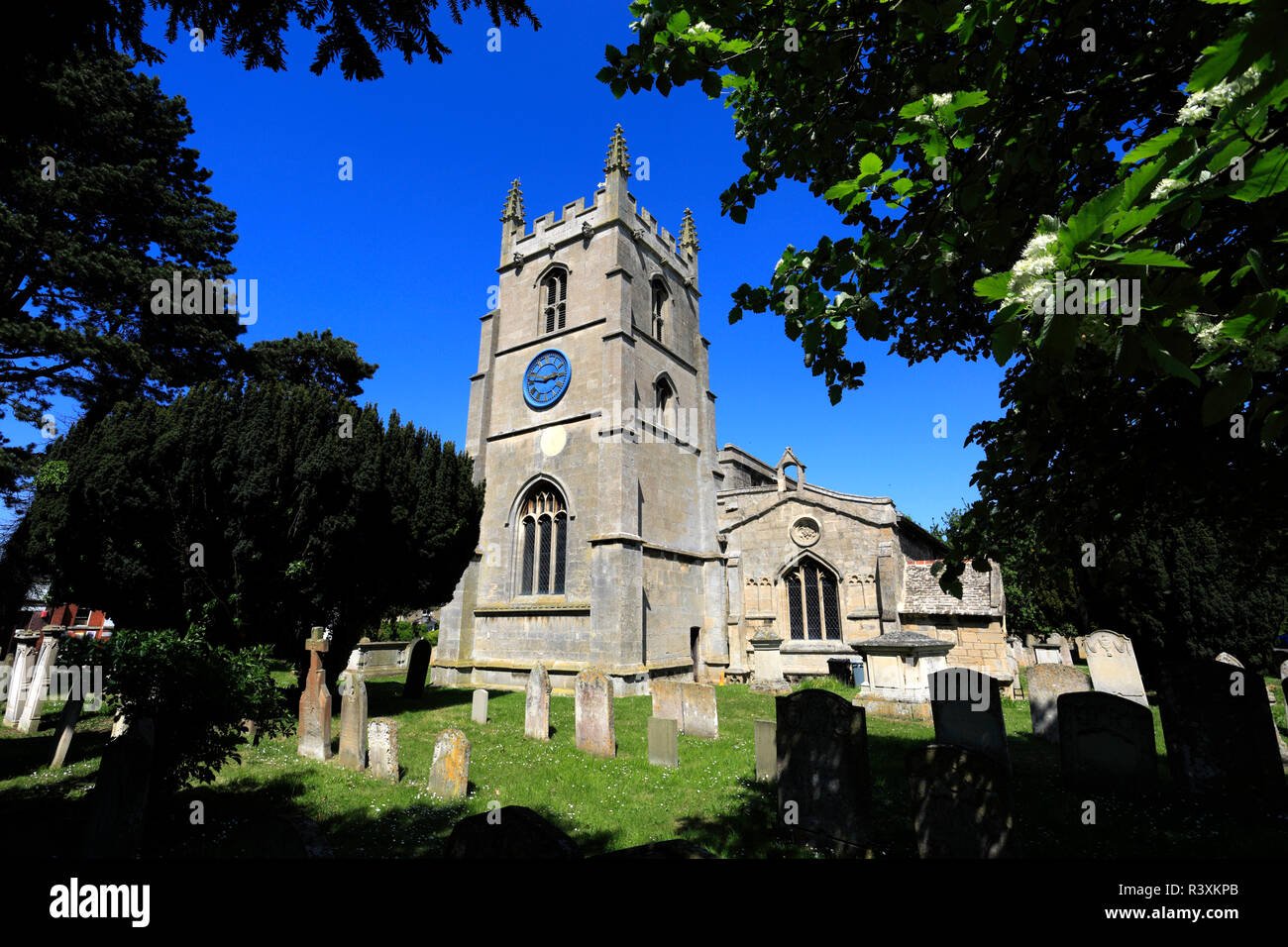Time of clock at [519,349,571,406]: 2:48
